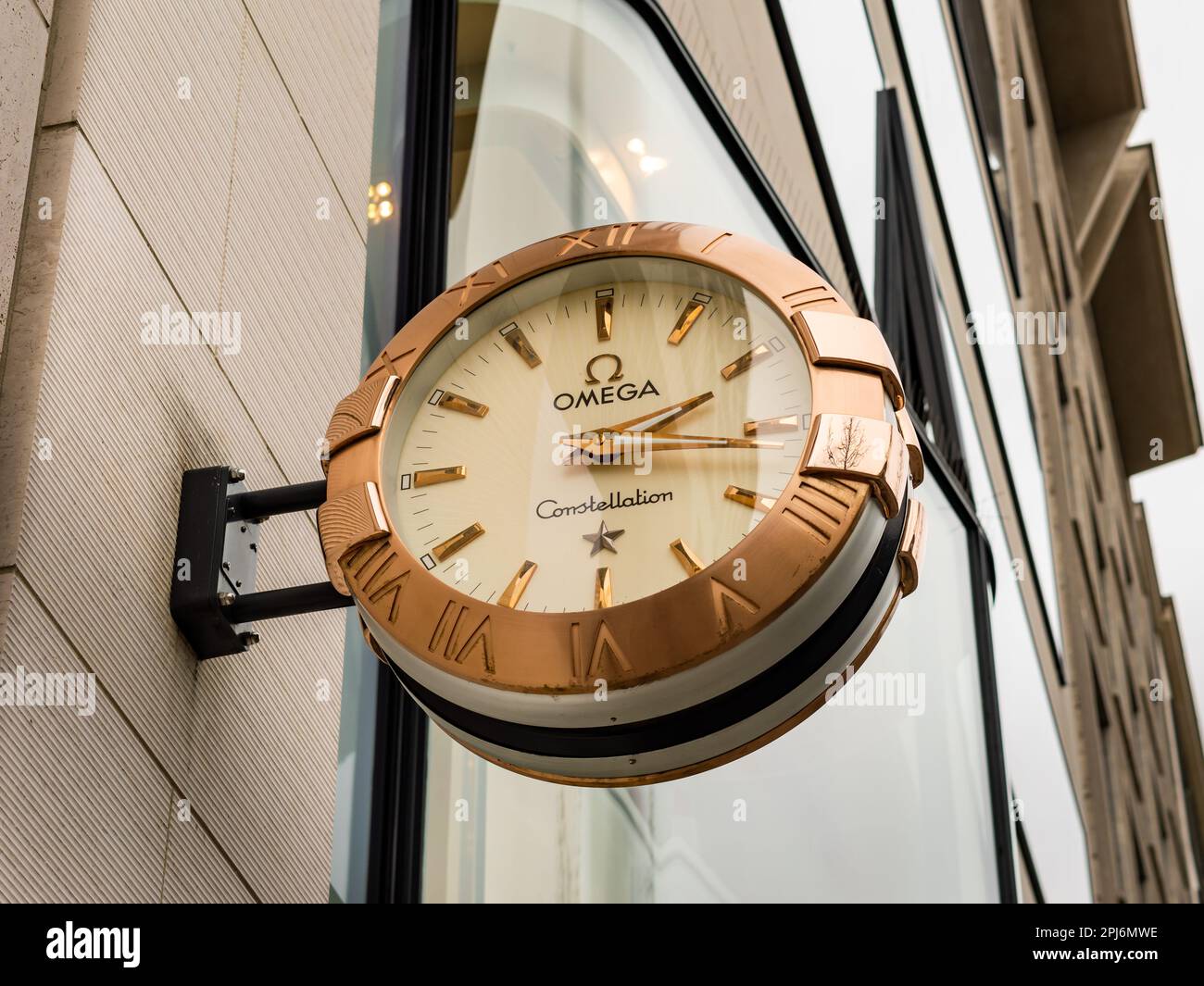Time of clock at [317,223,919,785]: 2:30
